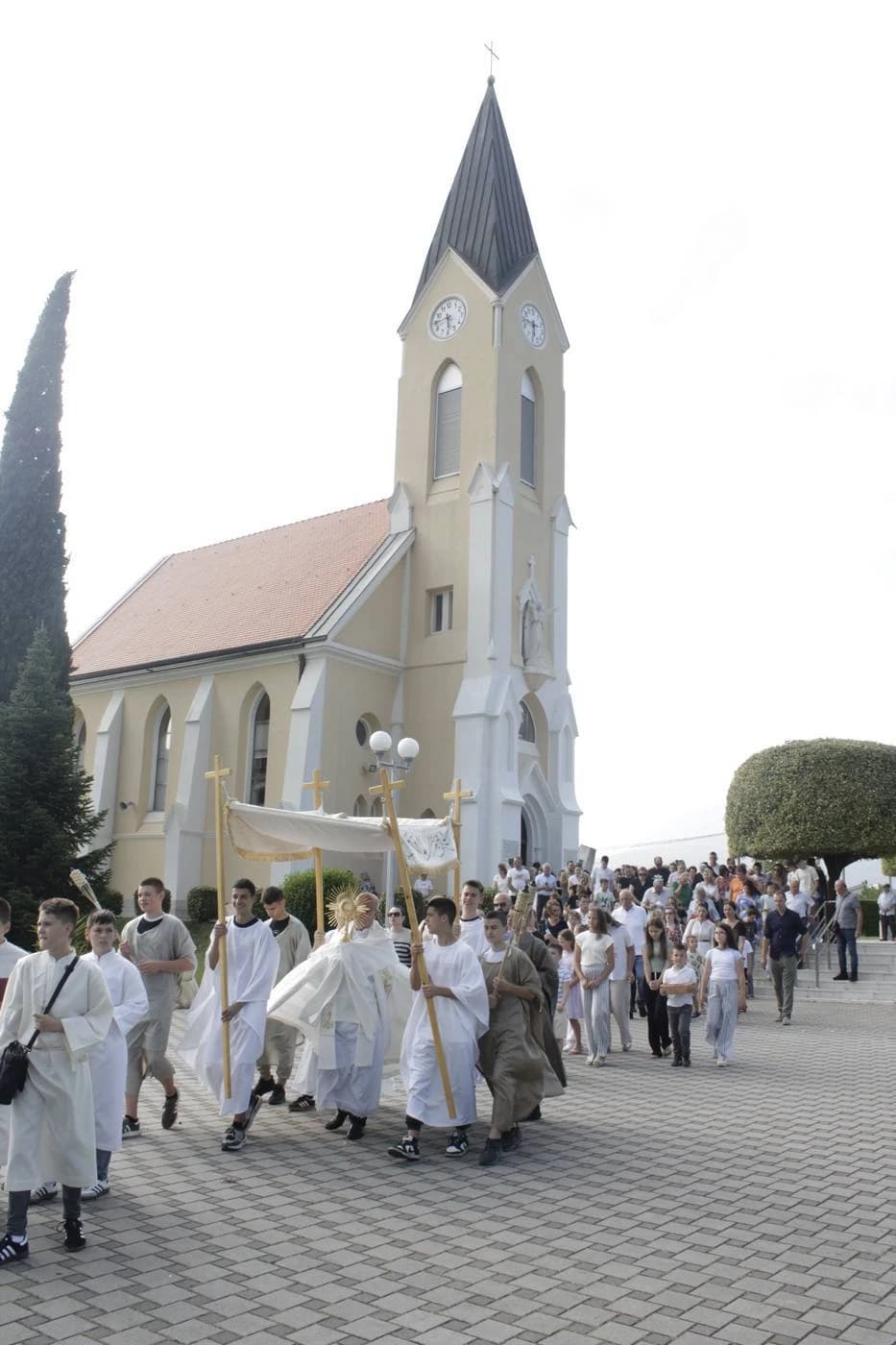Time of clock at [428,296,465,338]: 5:44
